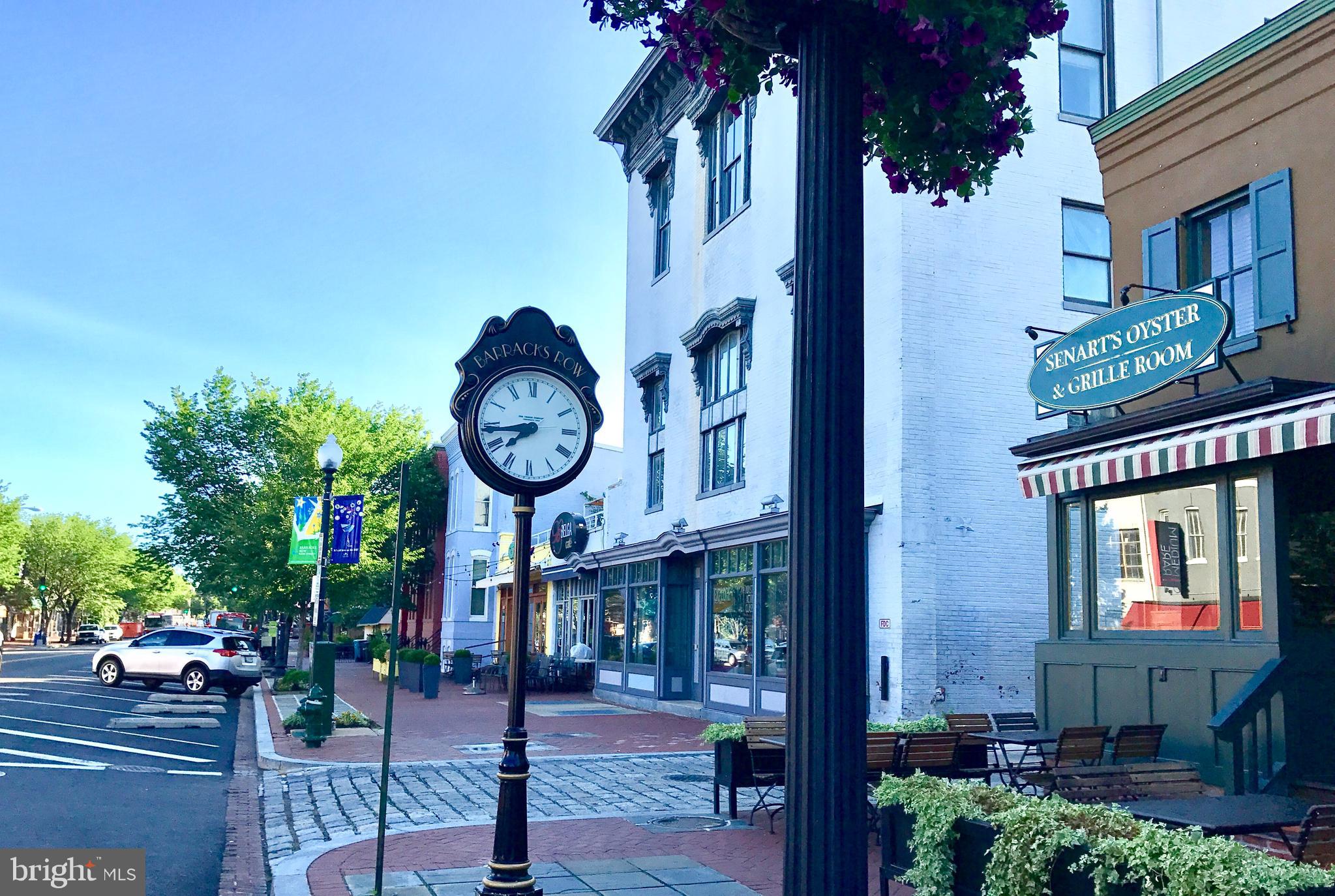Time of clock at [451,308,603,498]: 7:43
